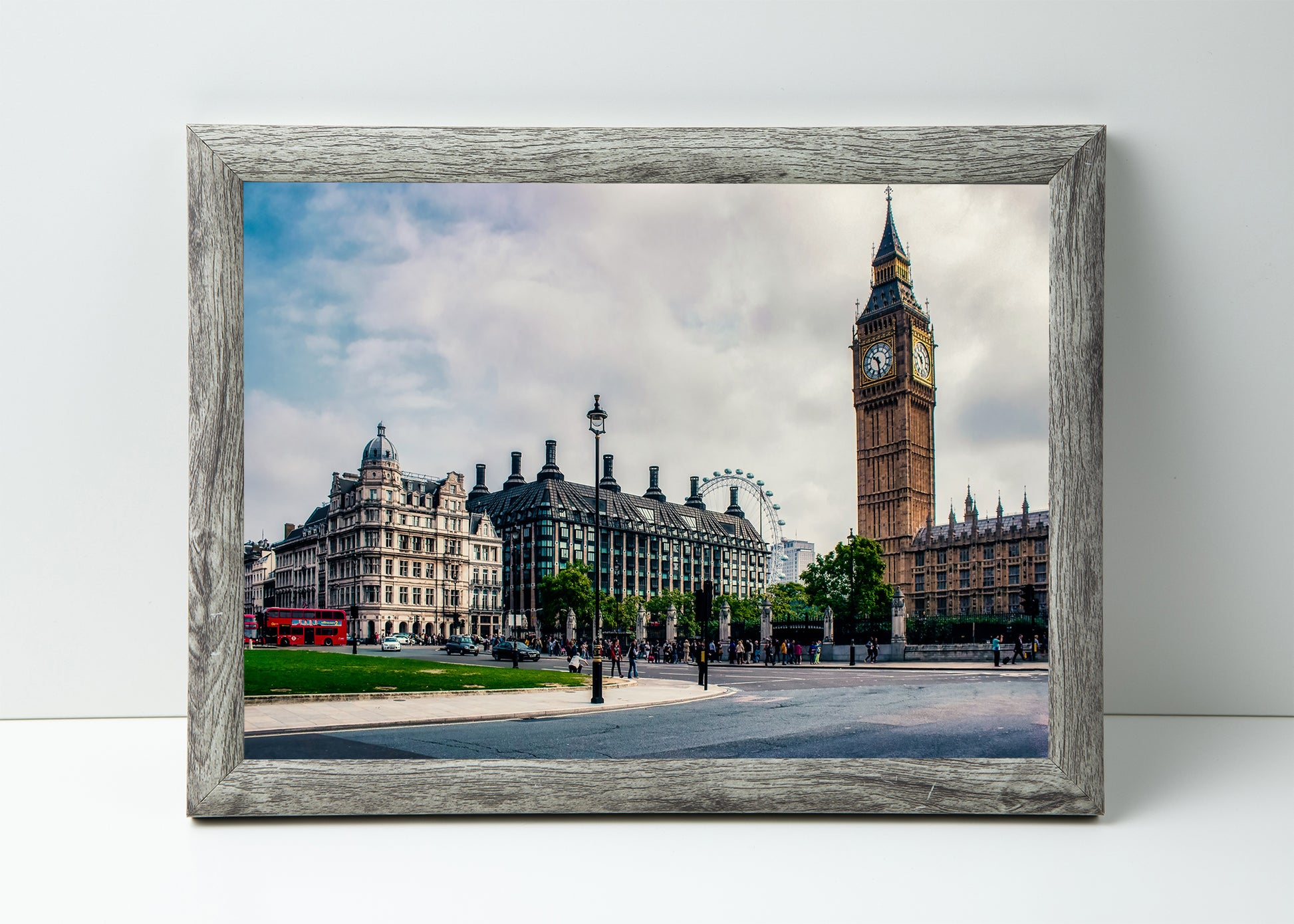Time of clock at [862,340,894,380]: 10:28
